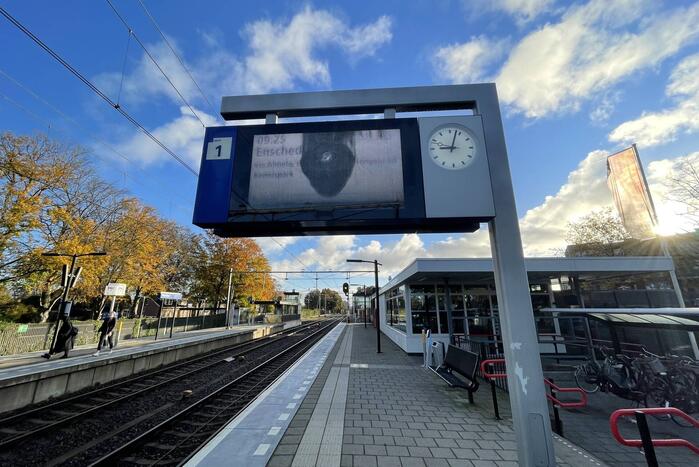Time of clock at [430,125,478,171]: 9:02
